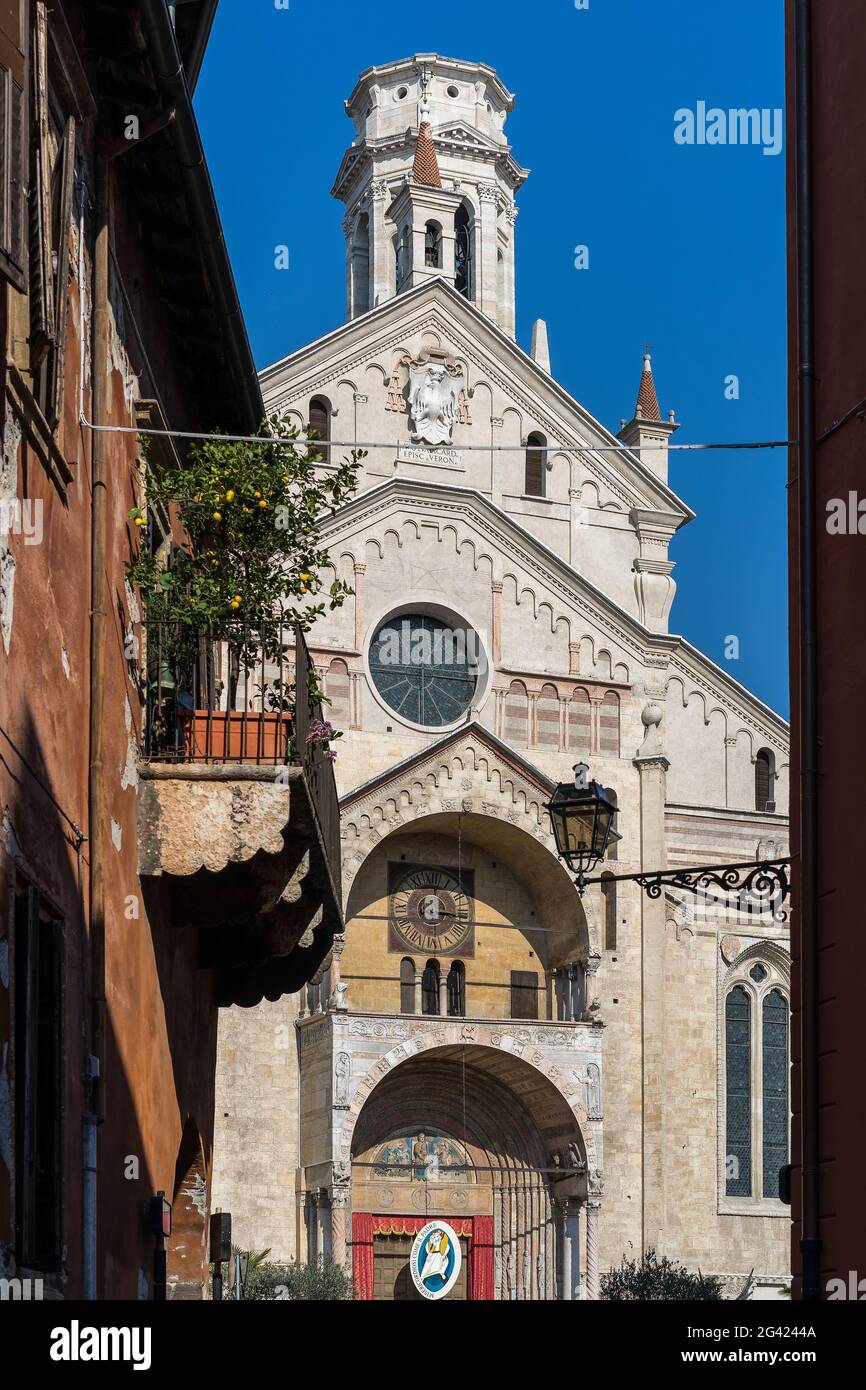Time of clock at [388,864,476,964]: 12:16
